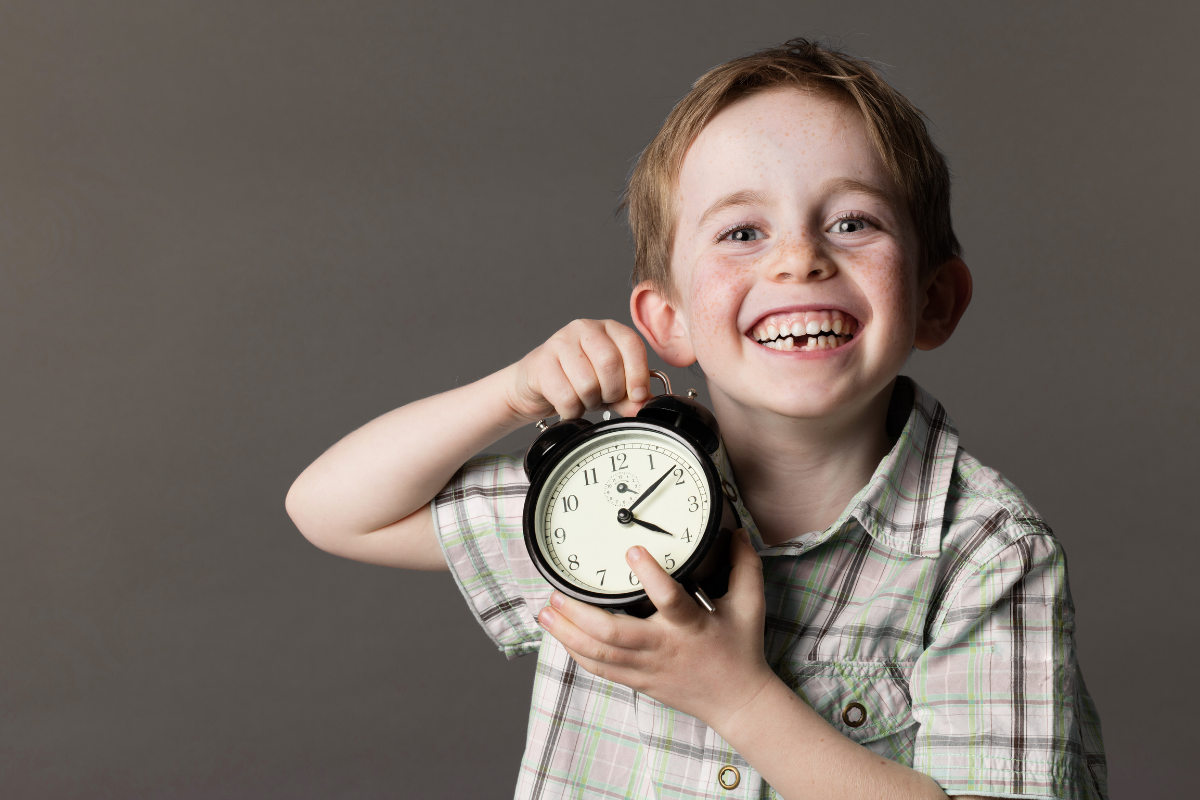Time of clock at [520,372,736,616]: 4:08
